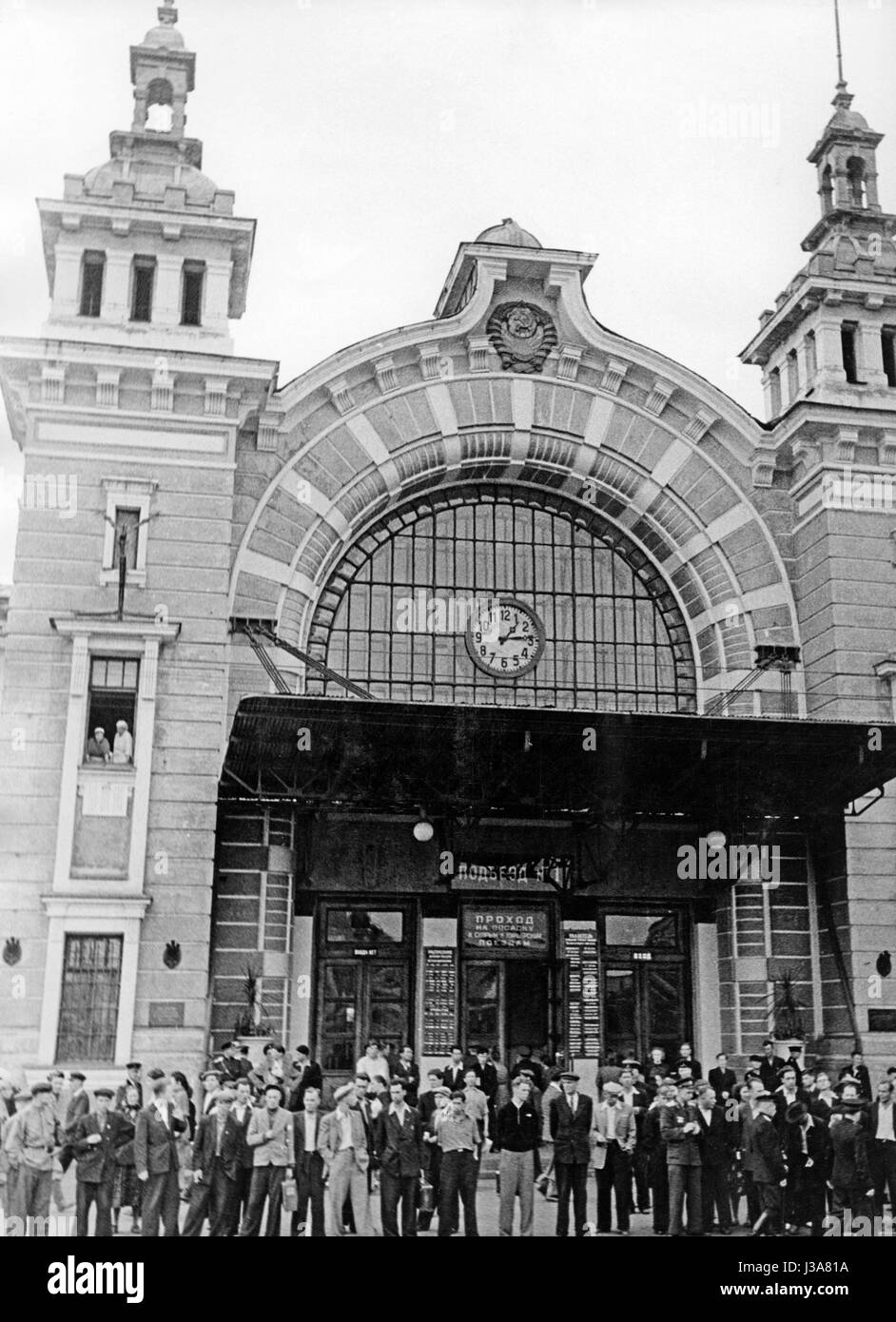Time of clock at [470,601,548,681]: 1:13
